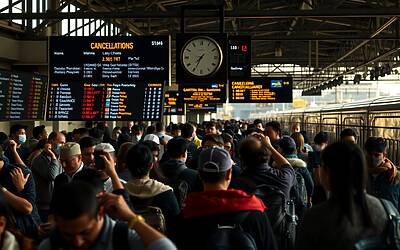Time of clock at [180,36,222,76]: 7:34
